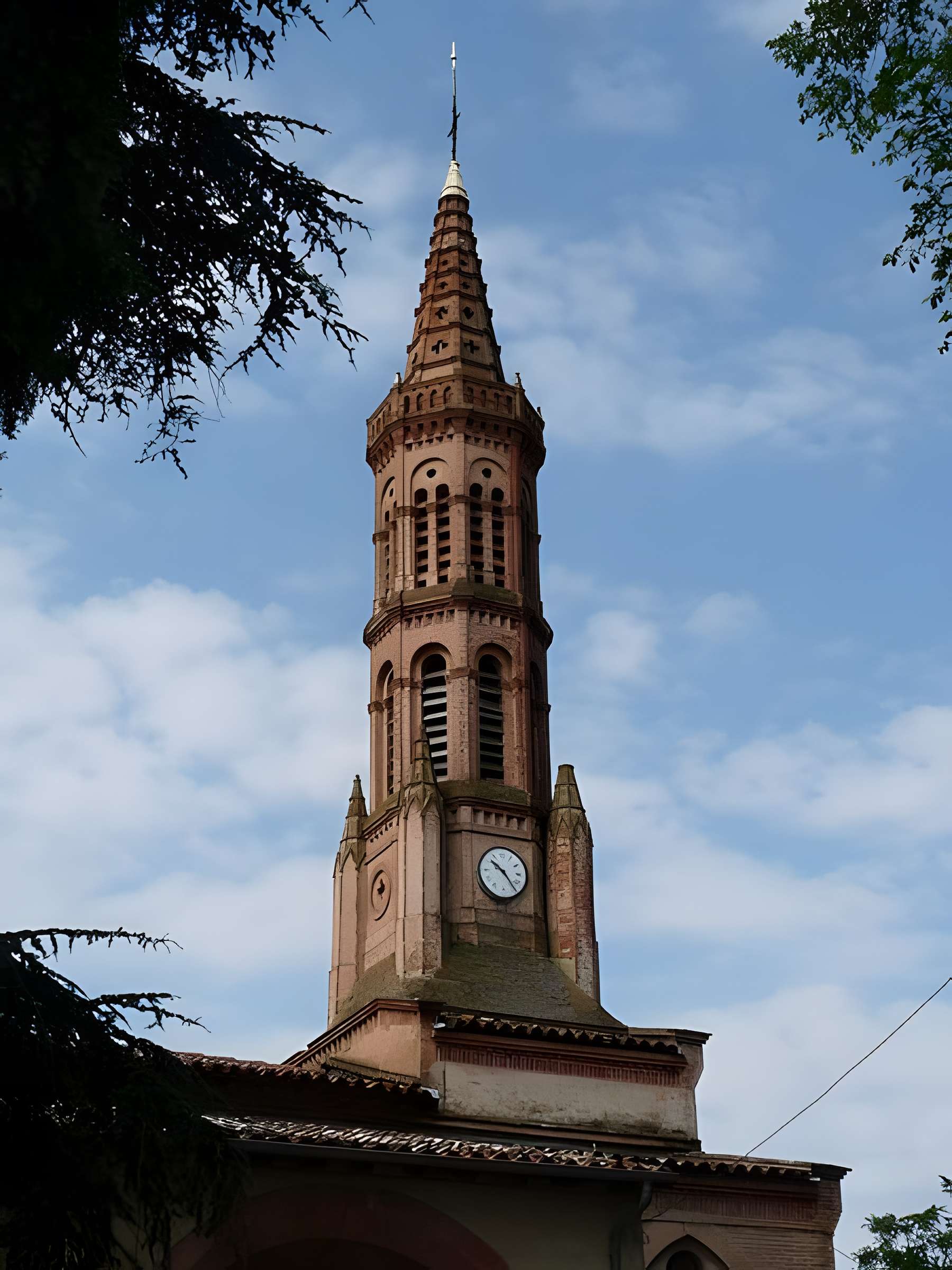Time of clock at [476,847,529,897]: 10:24
